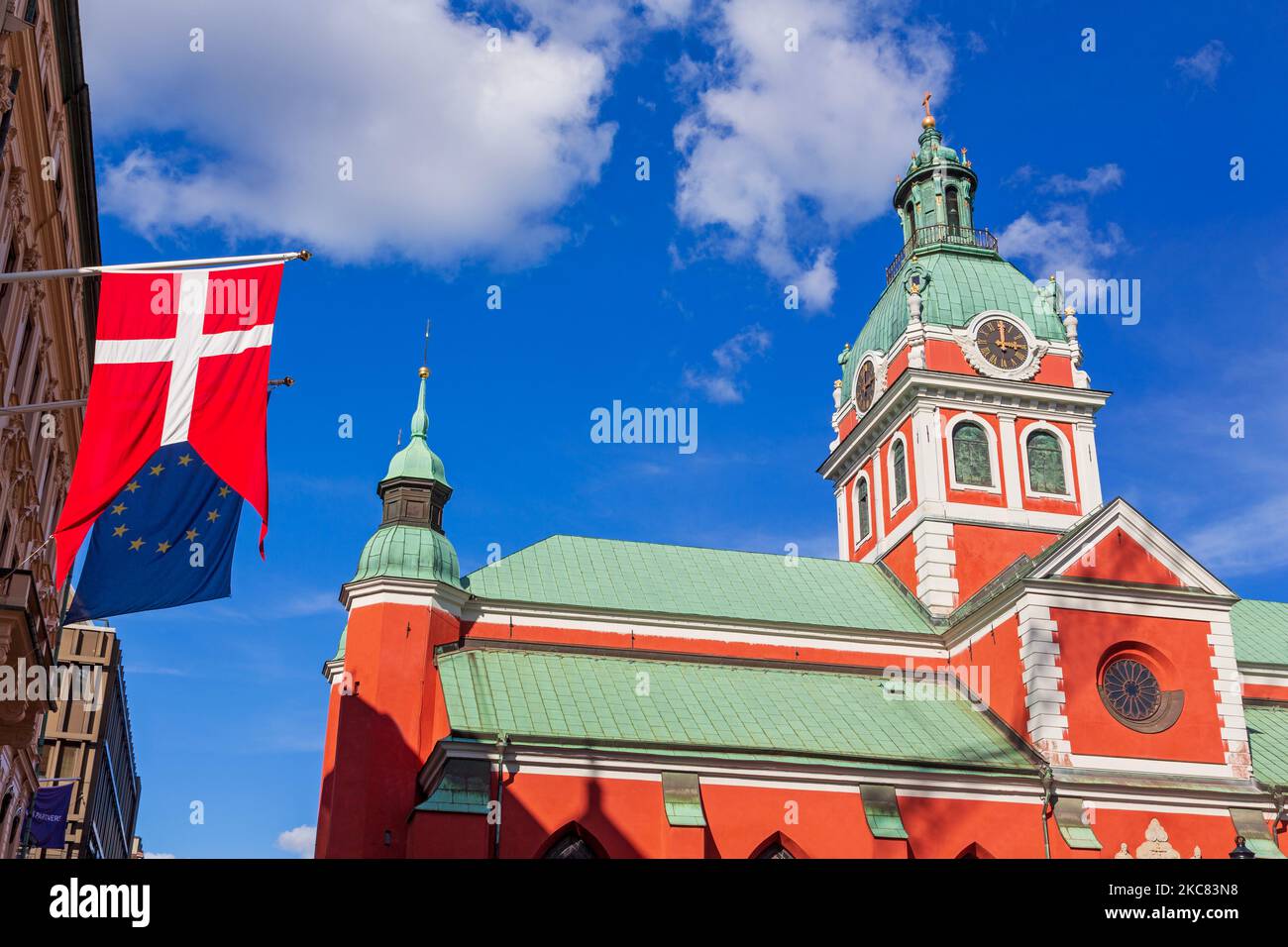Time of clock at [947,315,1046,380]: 3:00
